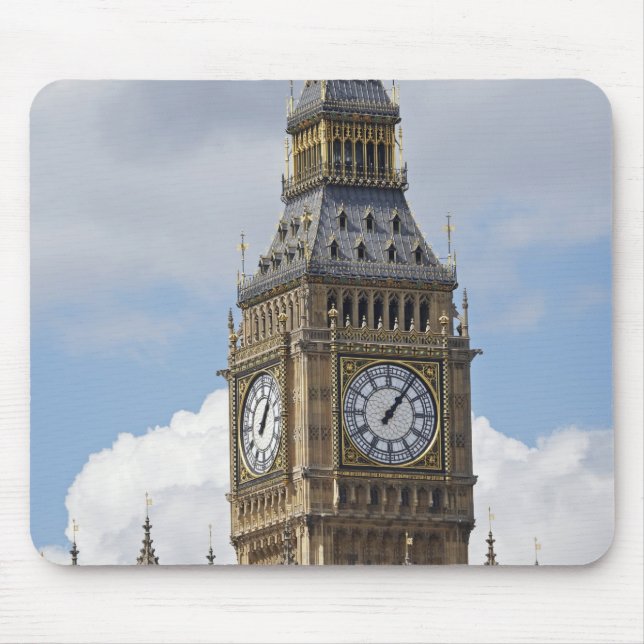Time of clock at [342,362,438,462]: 1:06
